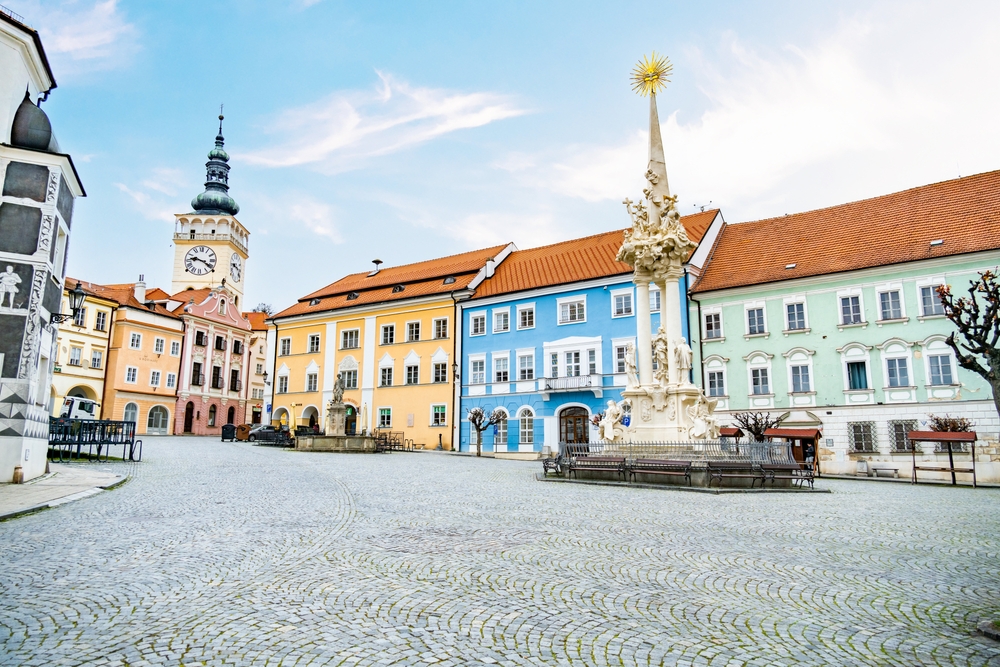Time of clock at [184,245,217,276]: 9:20
